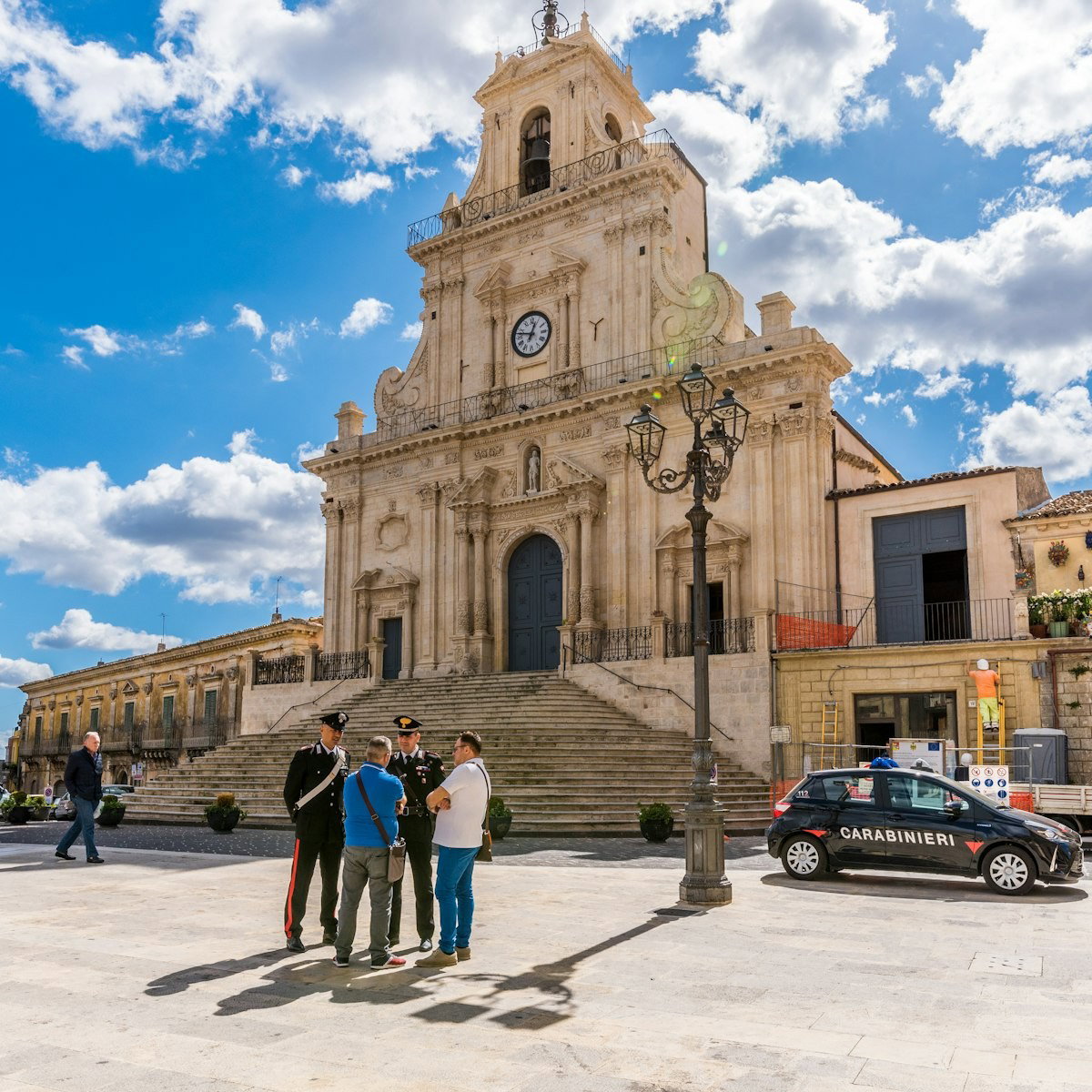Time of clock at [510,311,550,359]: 12:47
